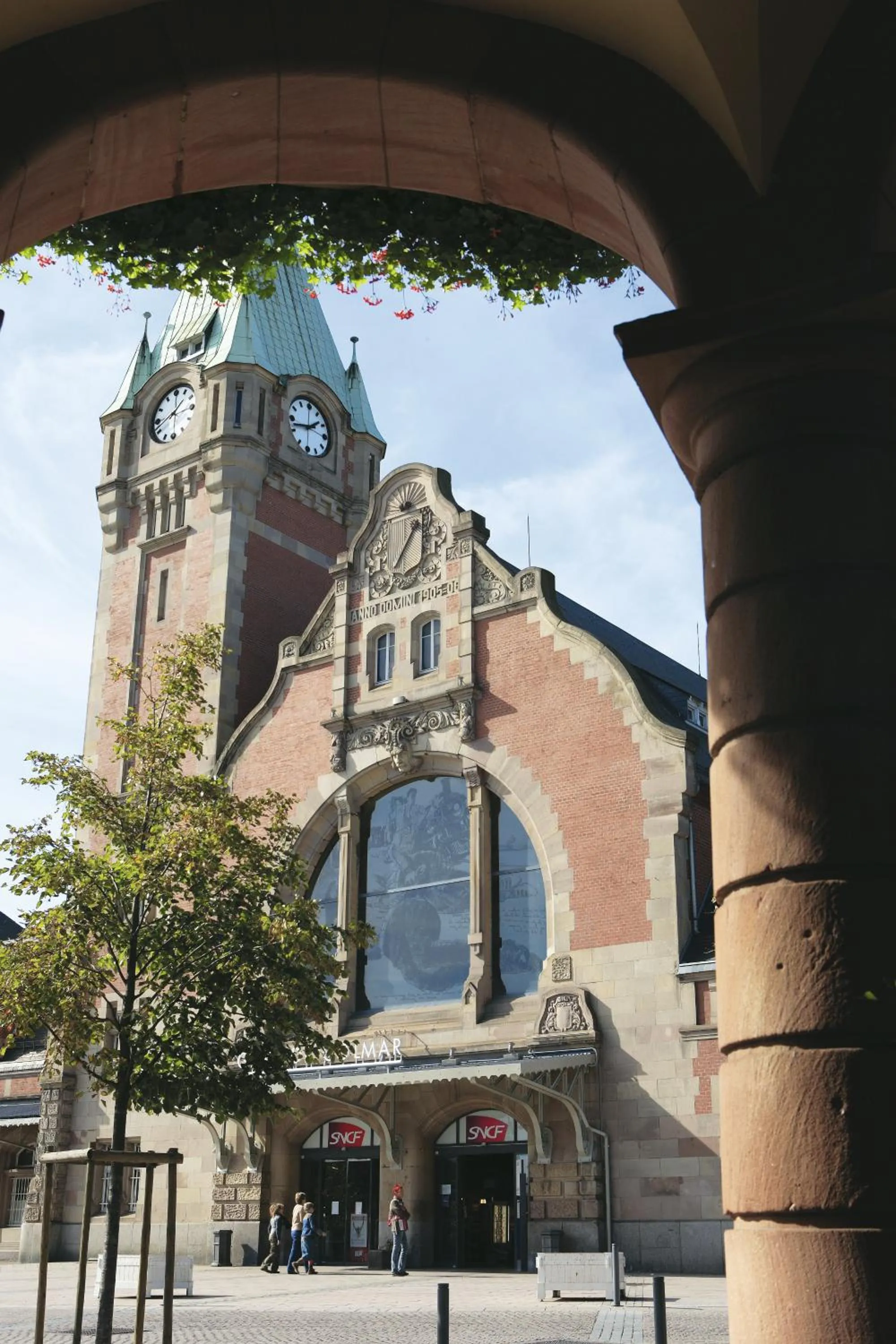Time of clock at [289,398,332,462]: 1:42
